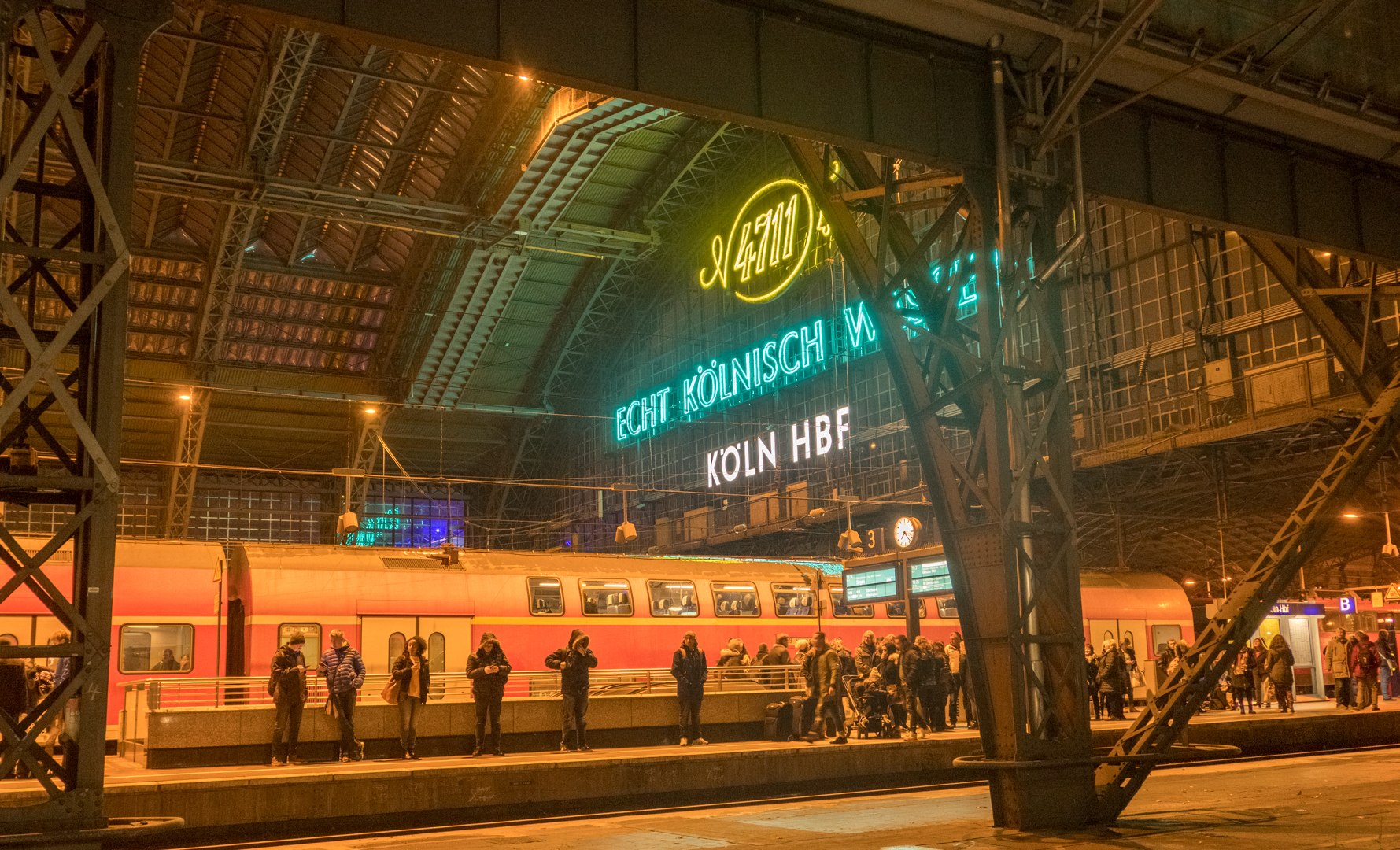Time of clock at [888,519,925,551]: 7:23
